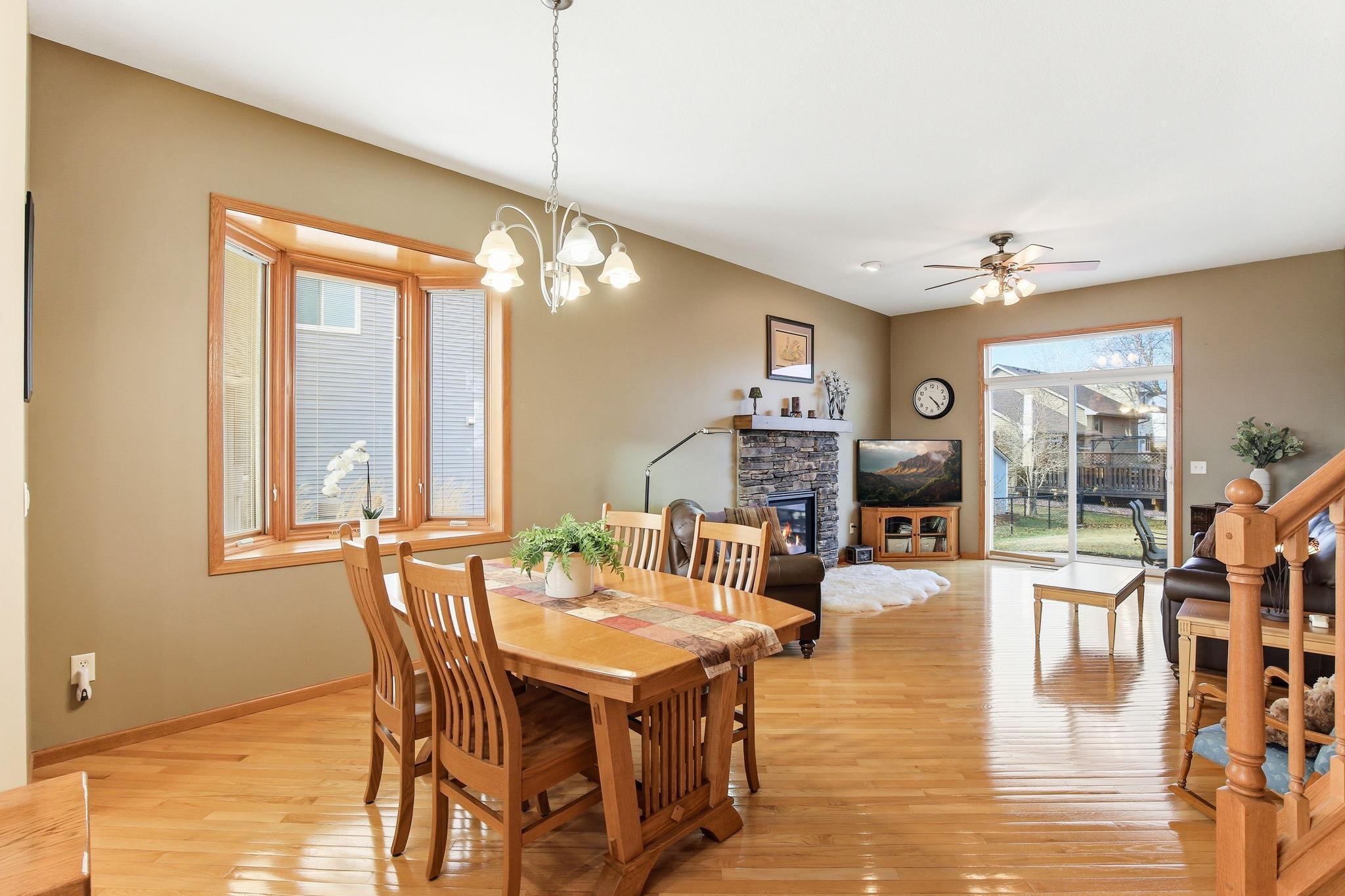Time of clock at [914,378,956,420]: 4:23
